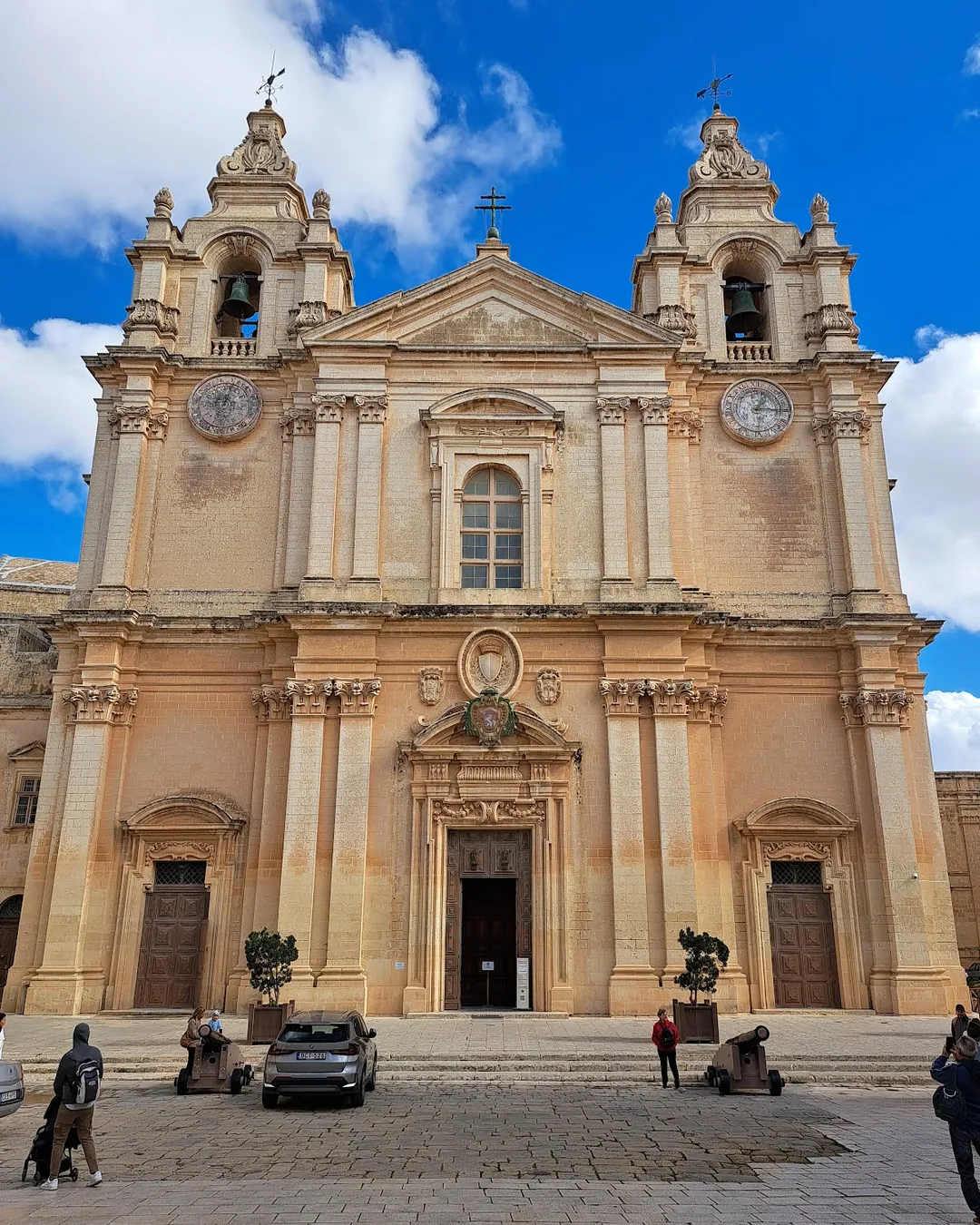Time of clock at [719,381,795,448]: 1:15
